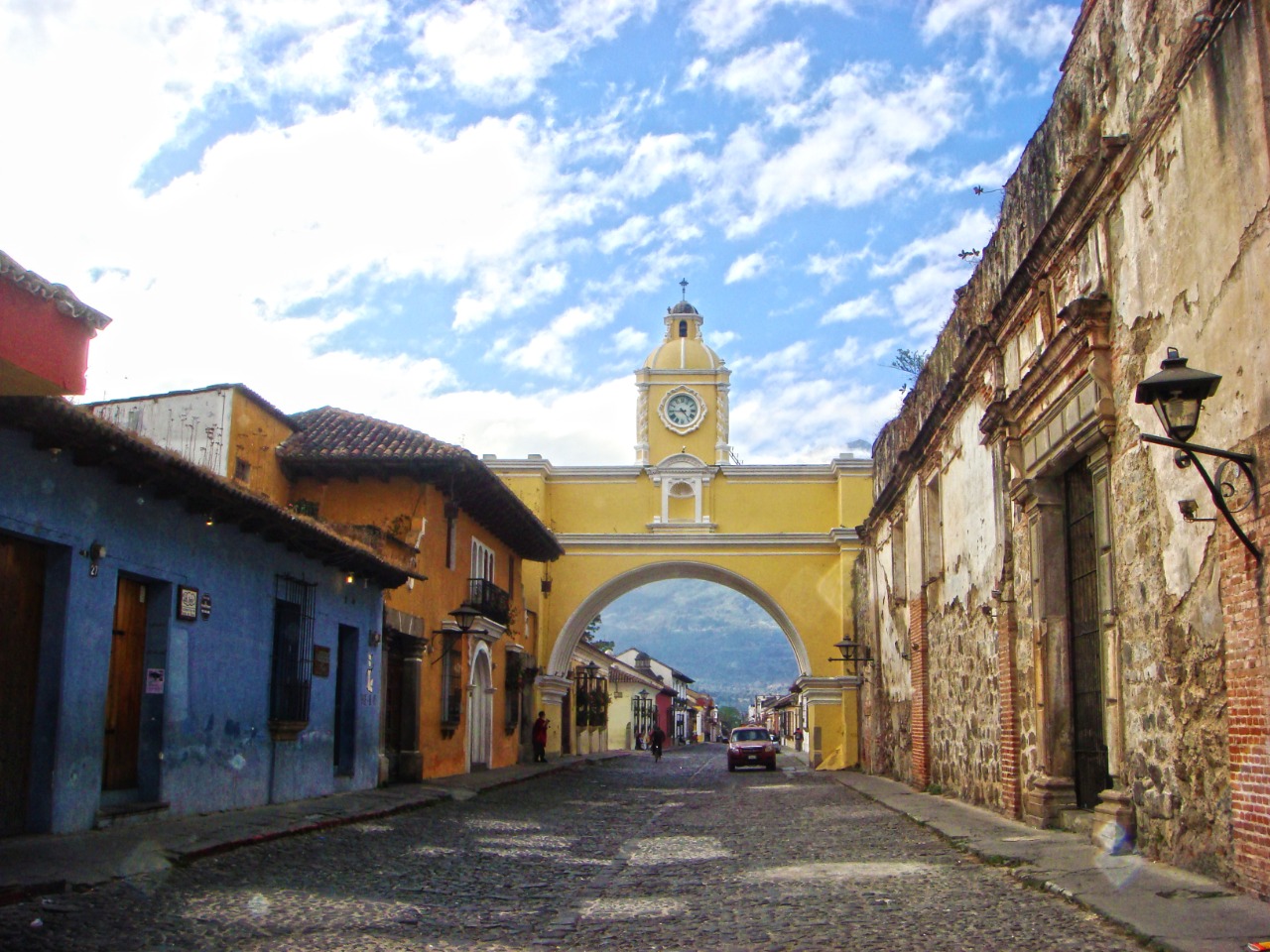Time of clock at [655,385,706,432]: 4:44
